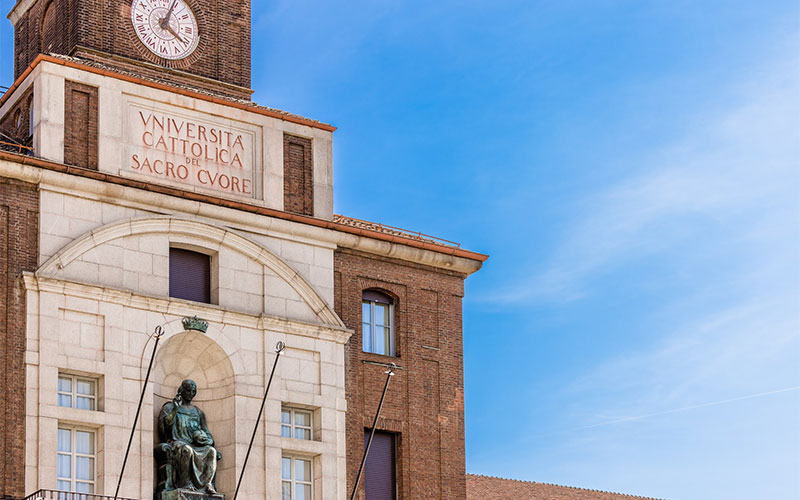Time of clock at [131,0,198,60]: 4:03
